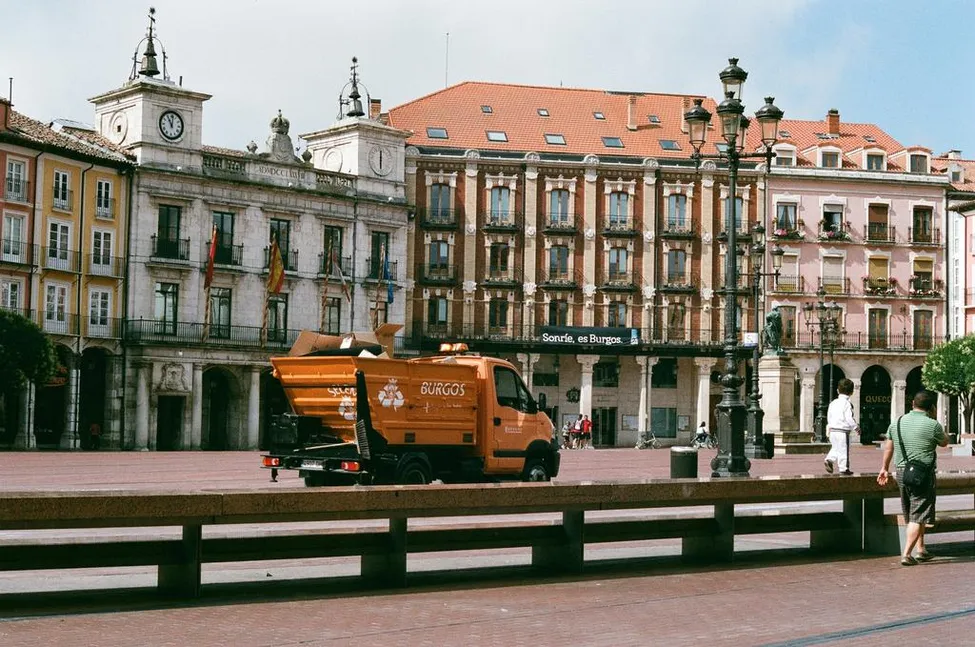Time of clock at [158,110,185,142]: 11:01
